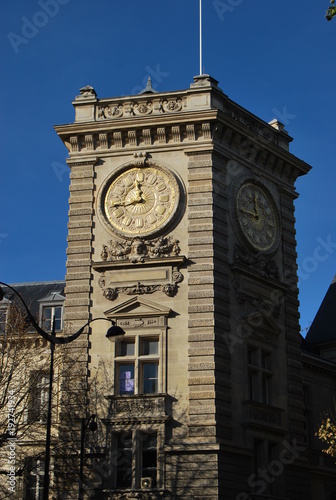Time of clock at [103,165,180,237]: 11:43
